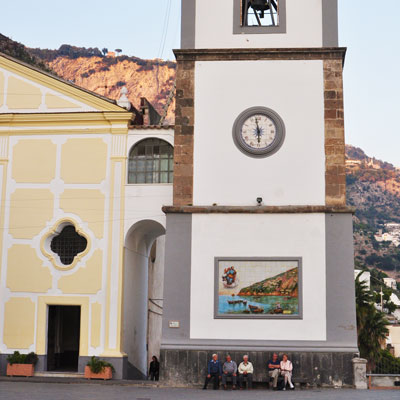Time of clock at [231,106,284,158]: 5:58
